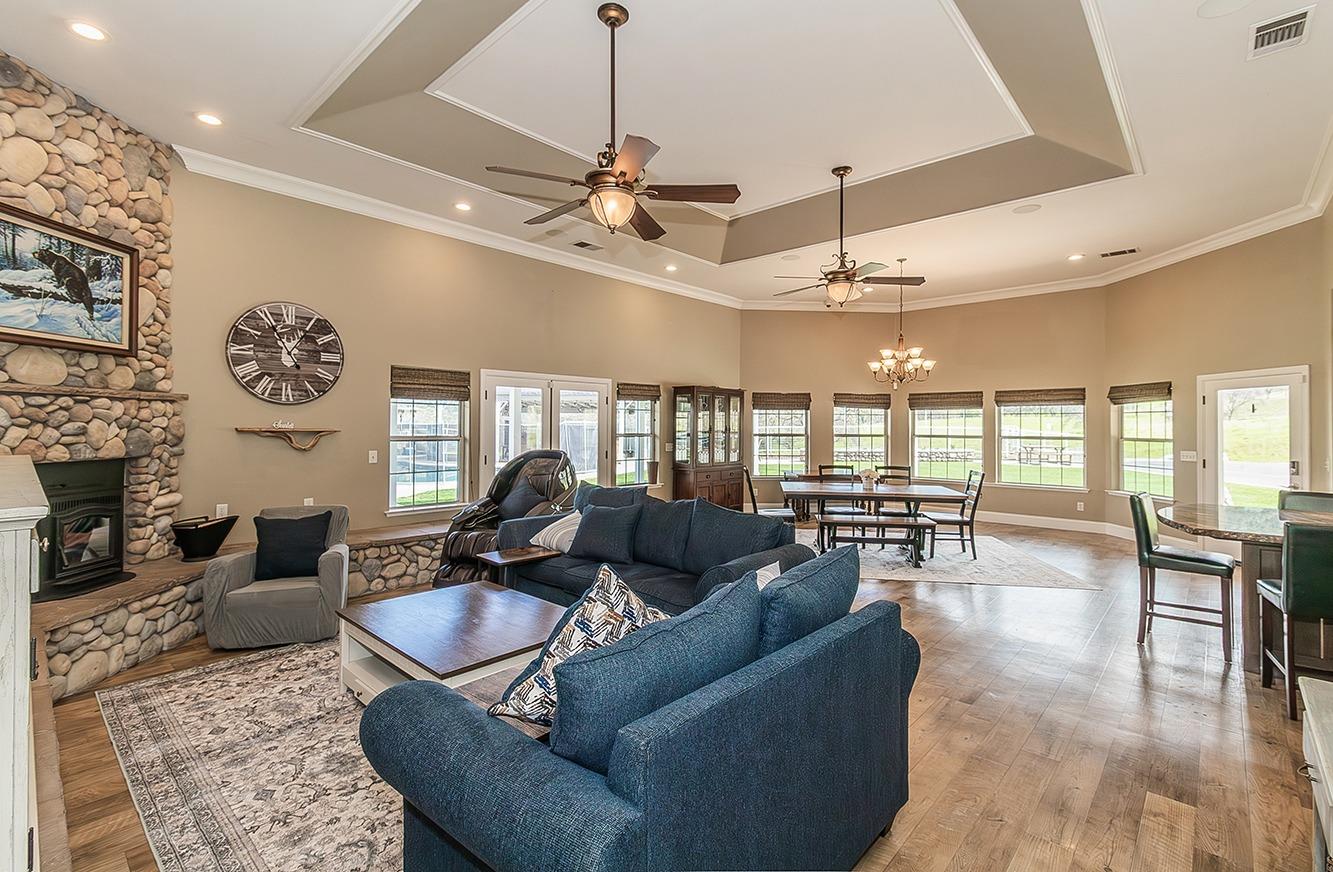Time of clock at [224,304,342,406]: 12:55
